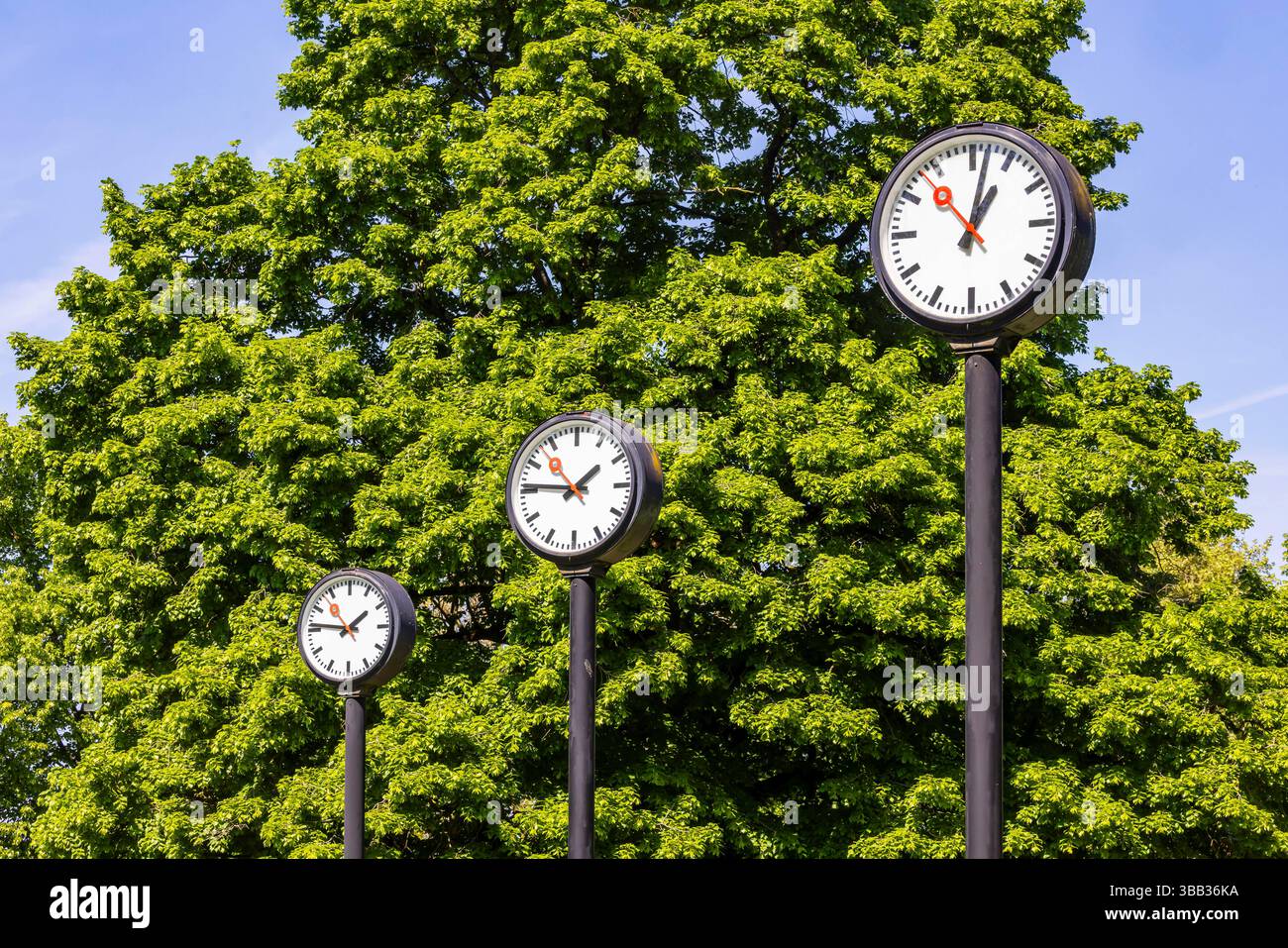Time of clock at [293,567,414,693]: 1:46
